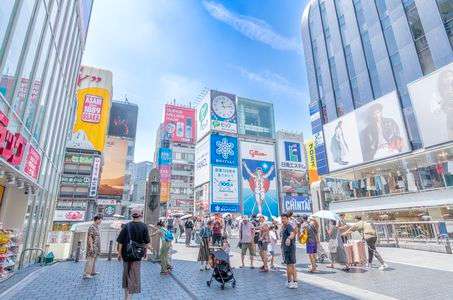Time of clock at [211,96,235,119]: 11:13
